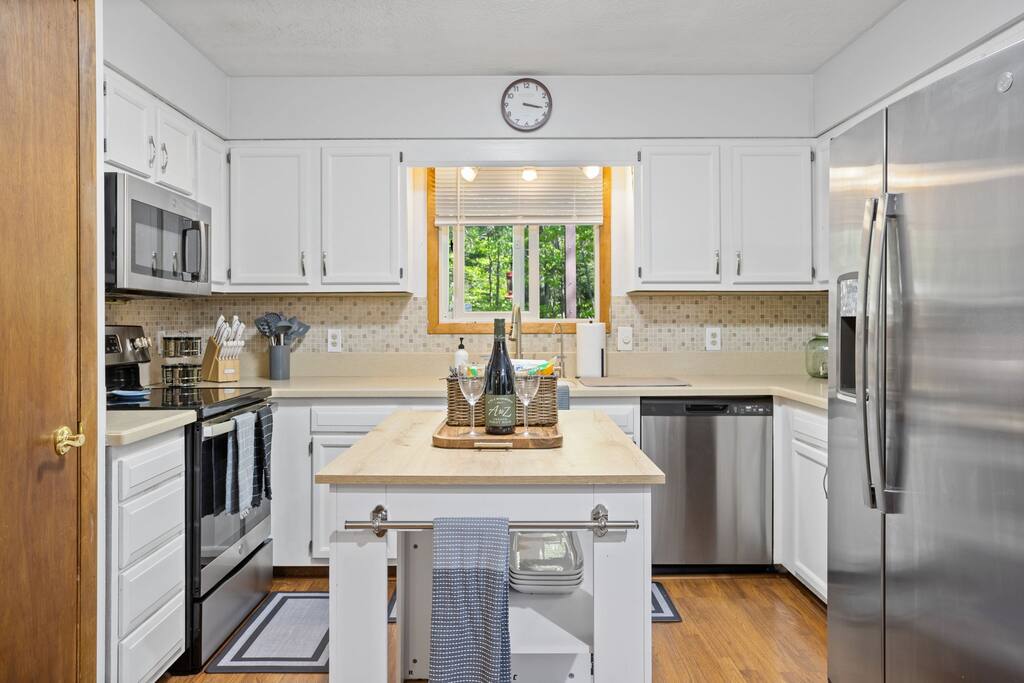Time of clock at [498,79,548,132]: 3:16
